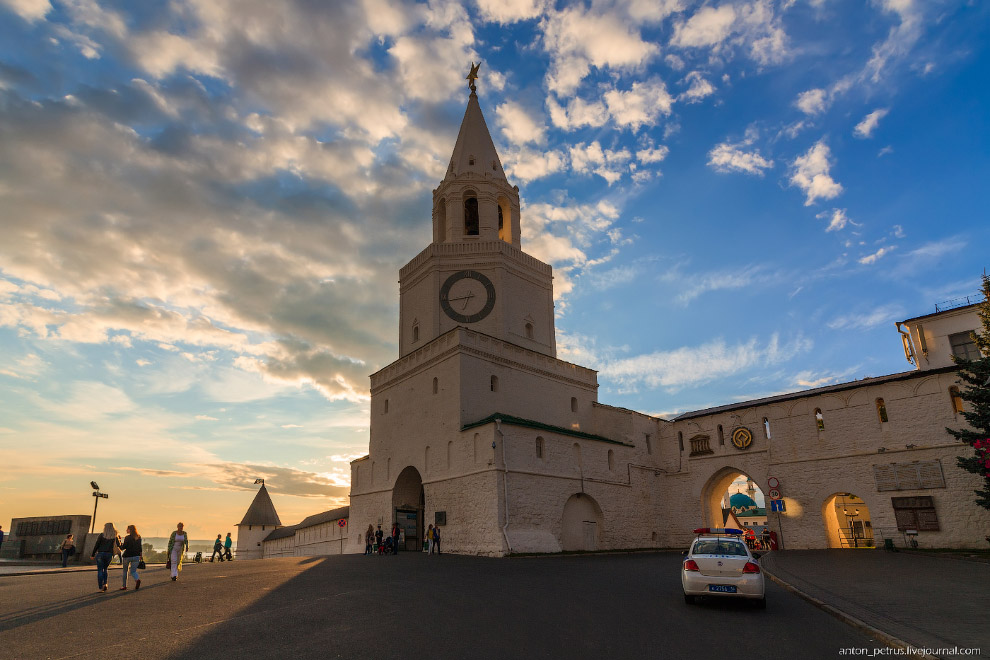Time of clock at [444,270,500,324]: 6:43
